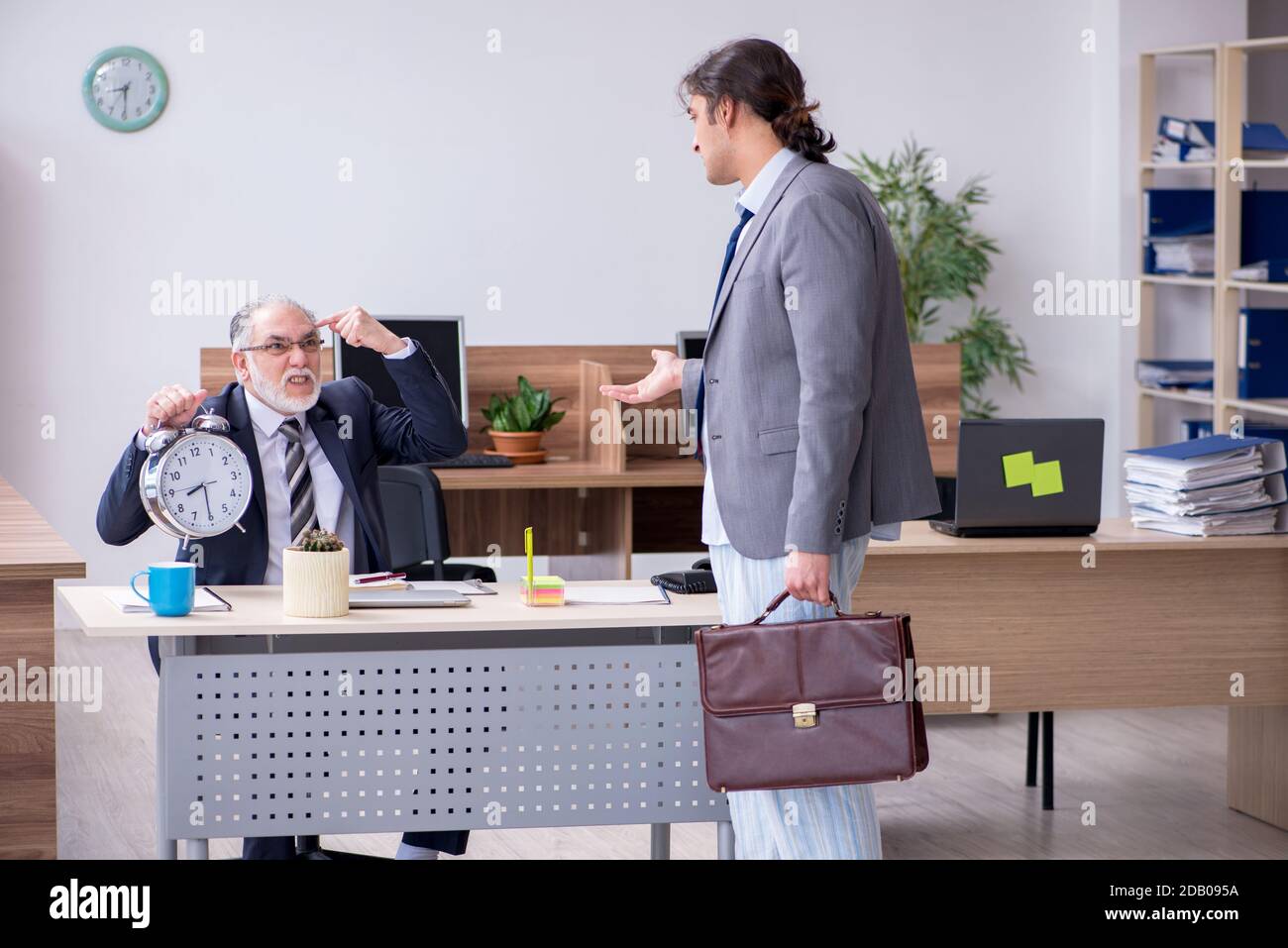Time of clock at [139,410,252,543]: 8:30
